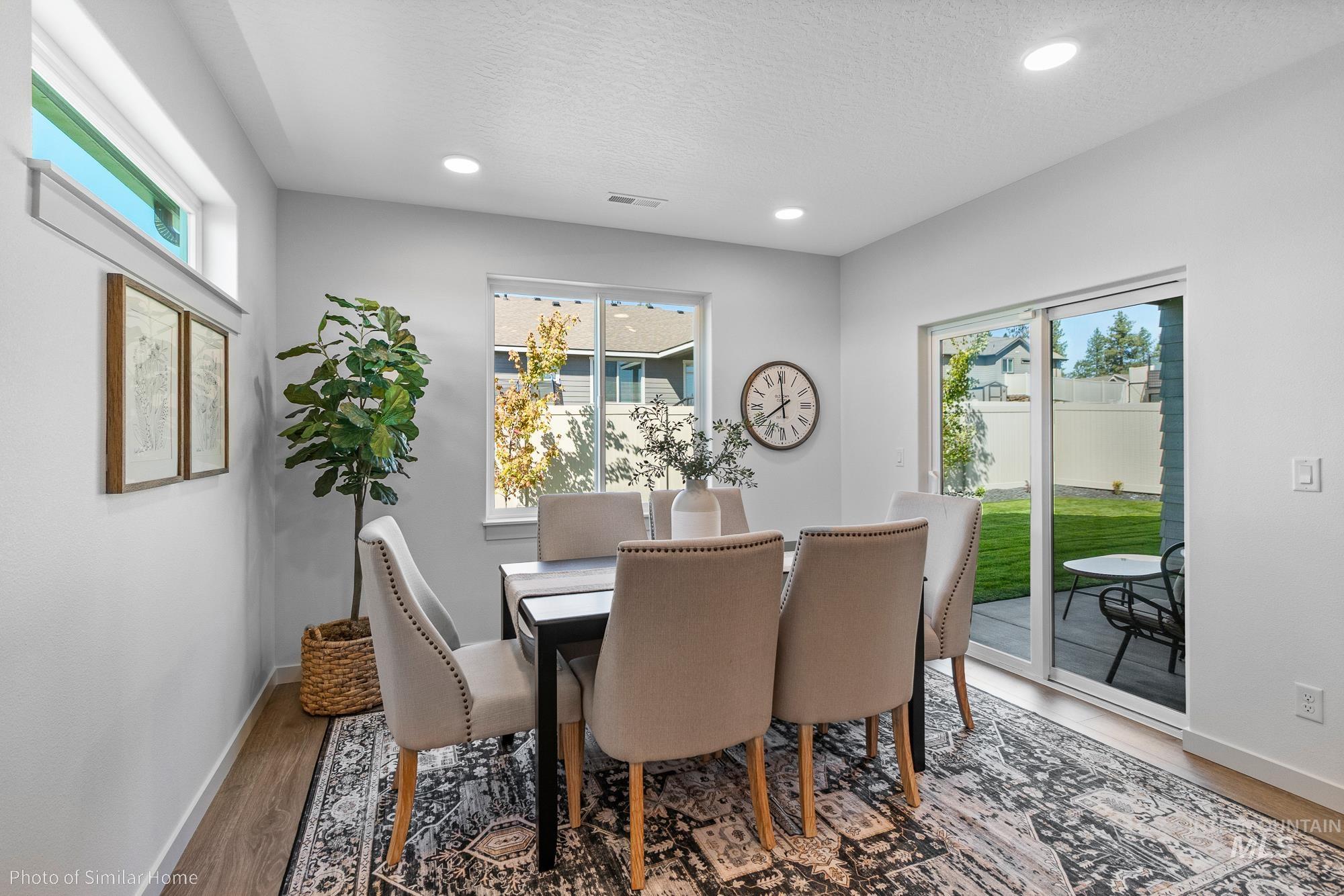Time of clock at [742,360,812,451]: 7:59
